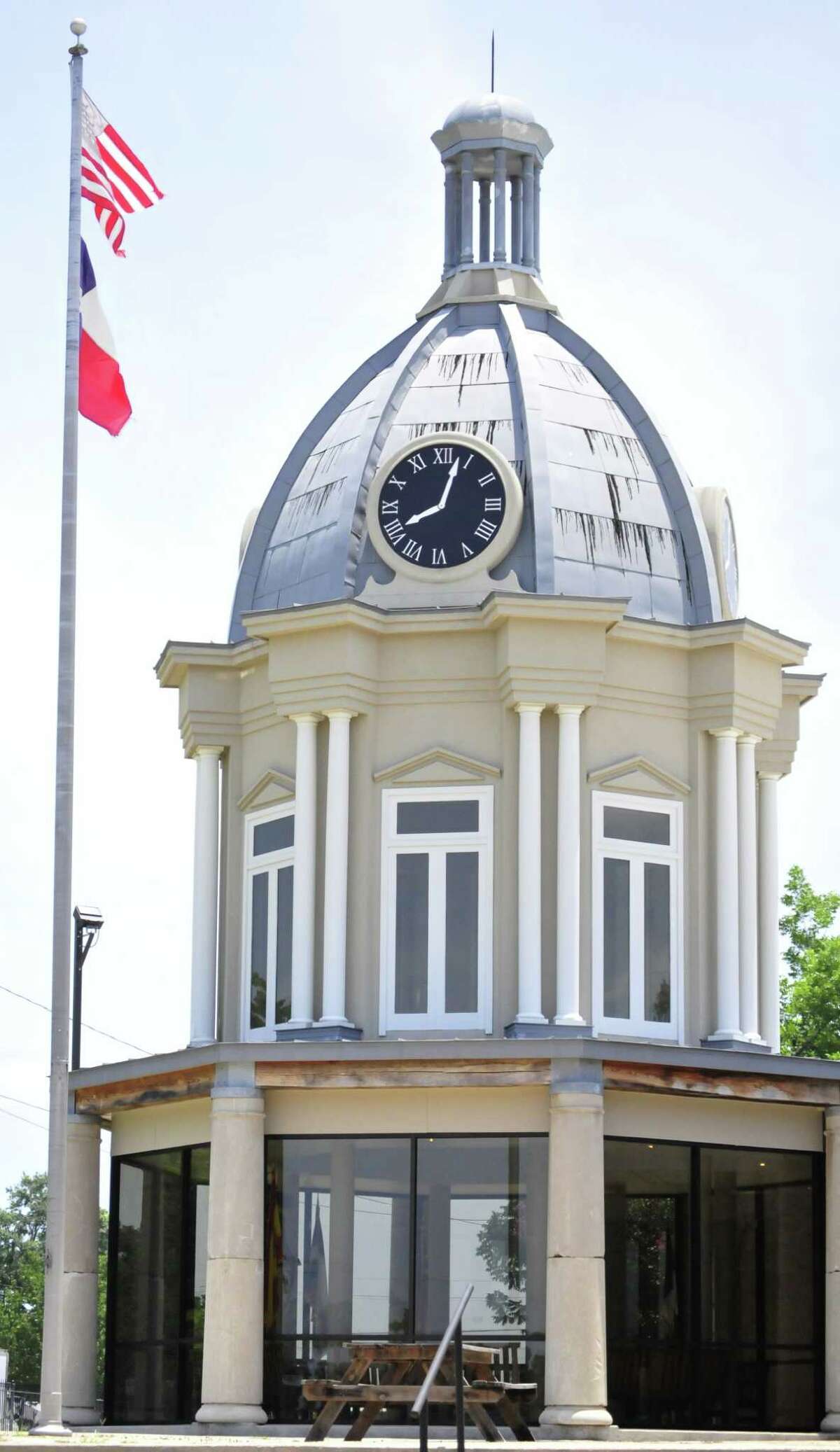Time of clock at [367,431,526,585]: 8:03
